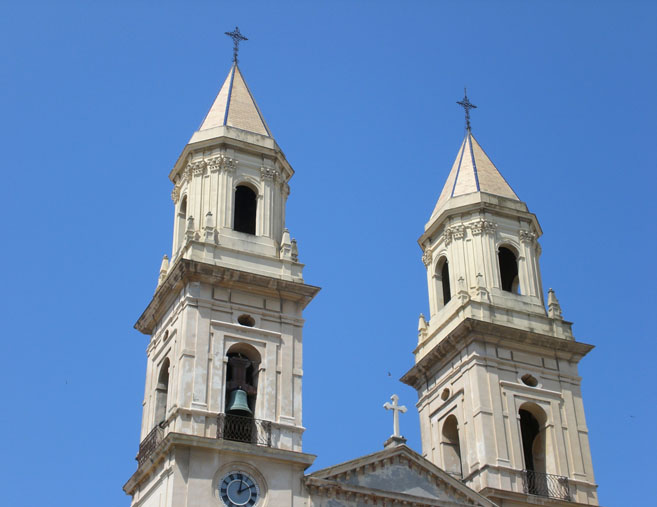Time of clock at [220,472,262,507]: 2:02
